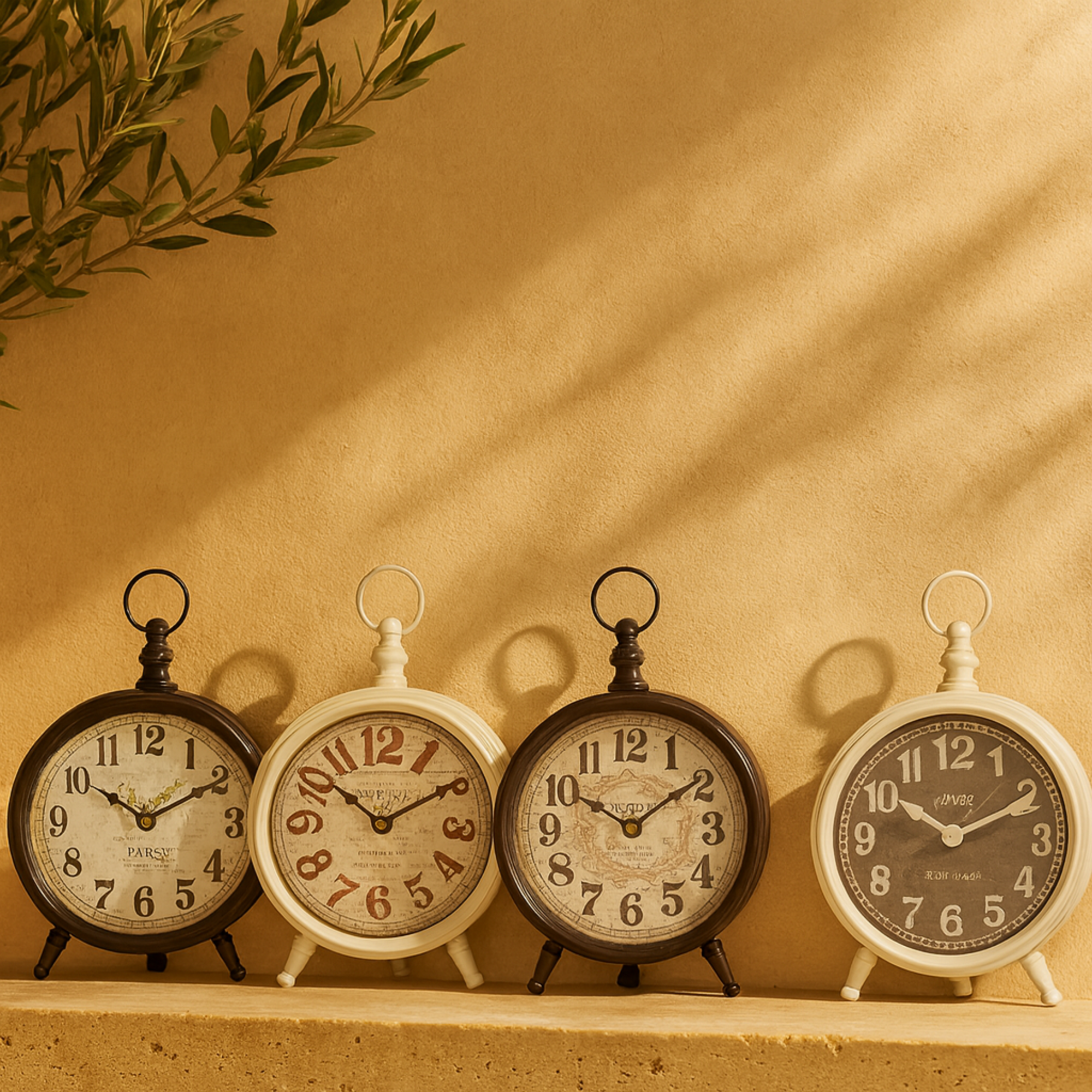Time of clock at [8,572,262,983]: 10:10
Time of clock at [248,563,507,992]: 10:10
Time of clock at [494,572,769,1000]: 10:09
